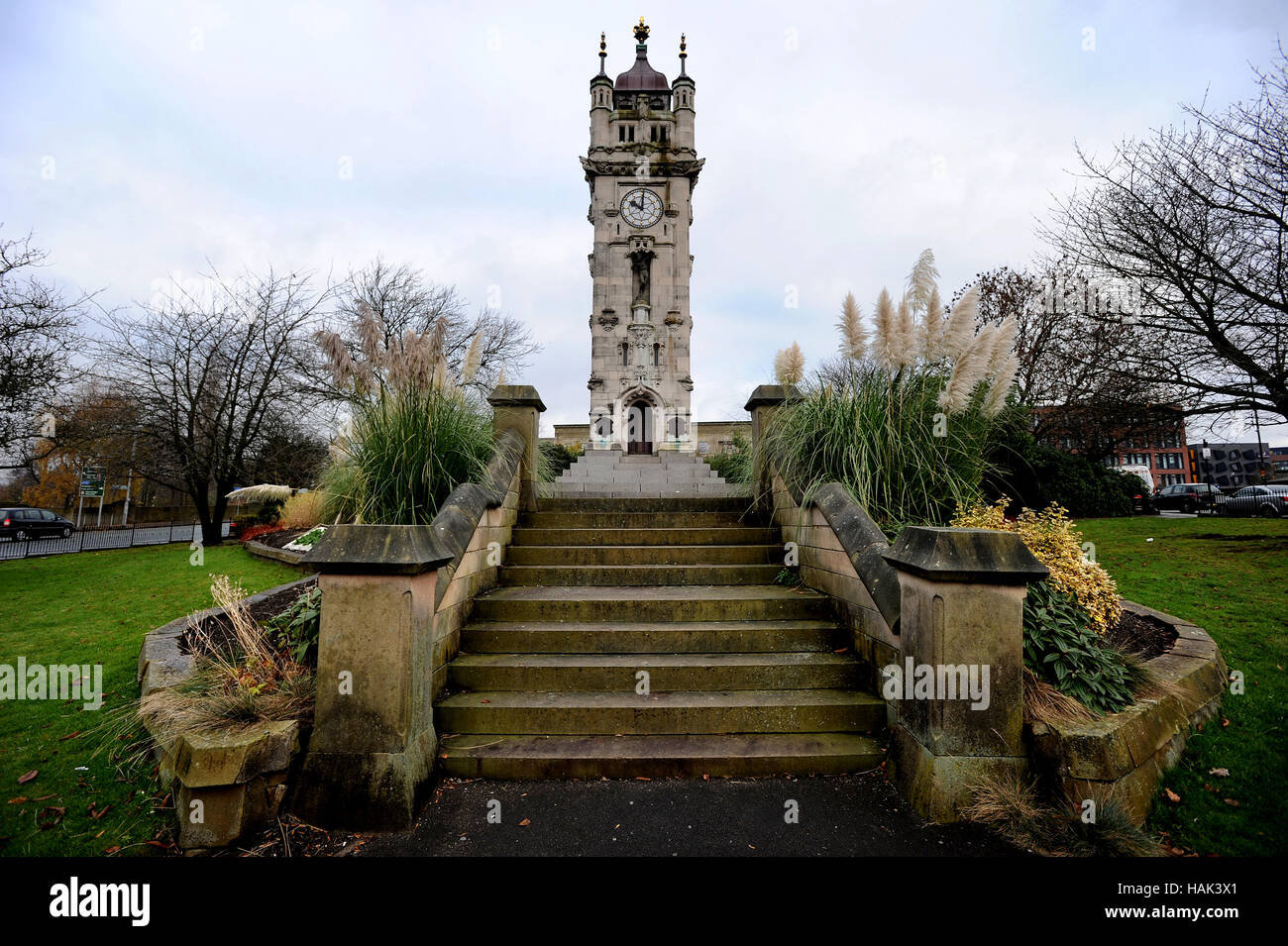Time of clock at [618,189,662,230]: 10:00
